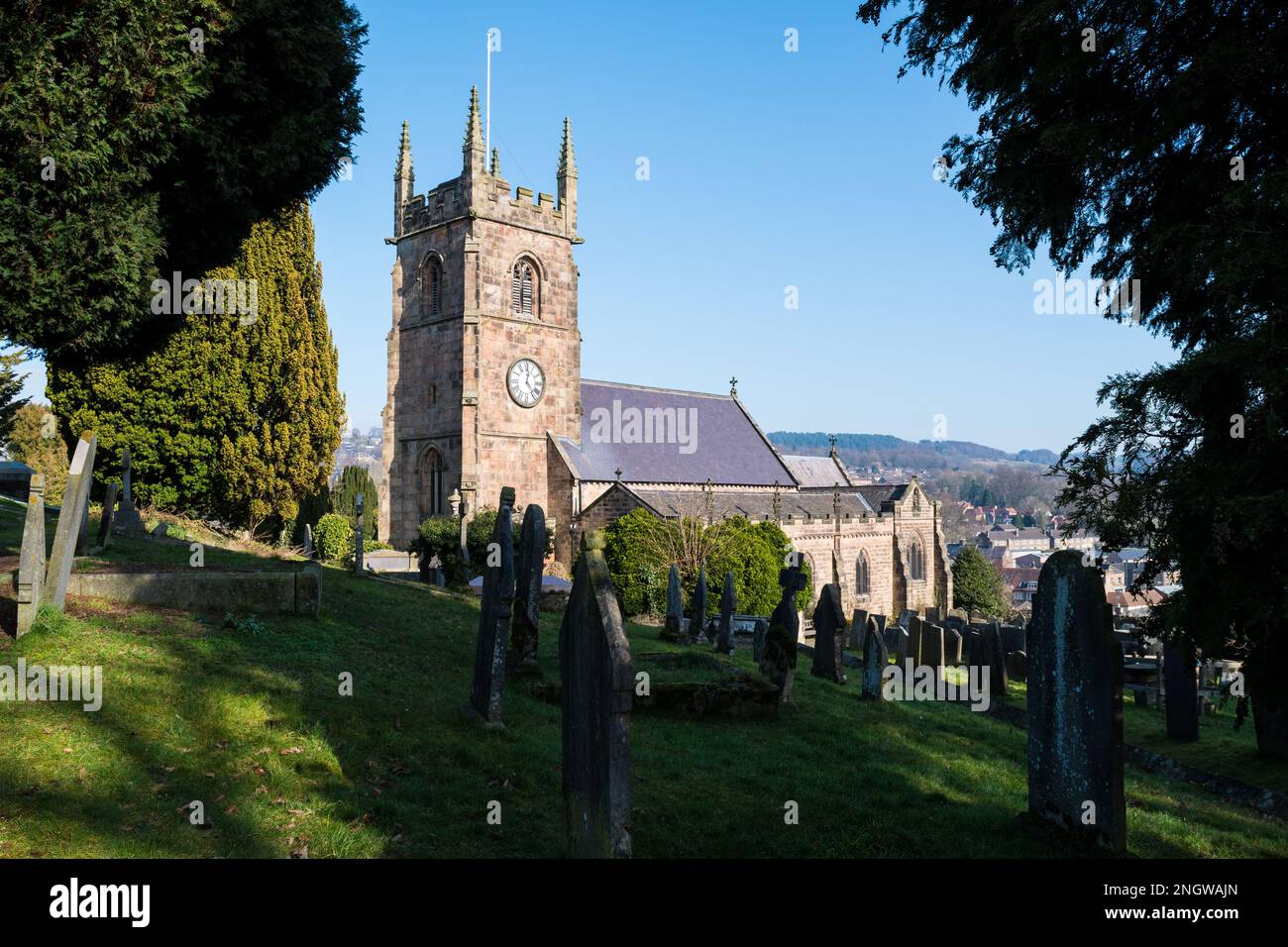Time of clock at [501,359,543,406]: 12:23
